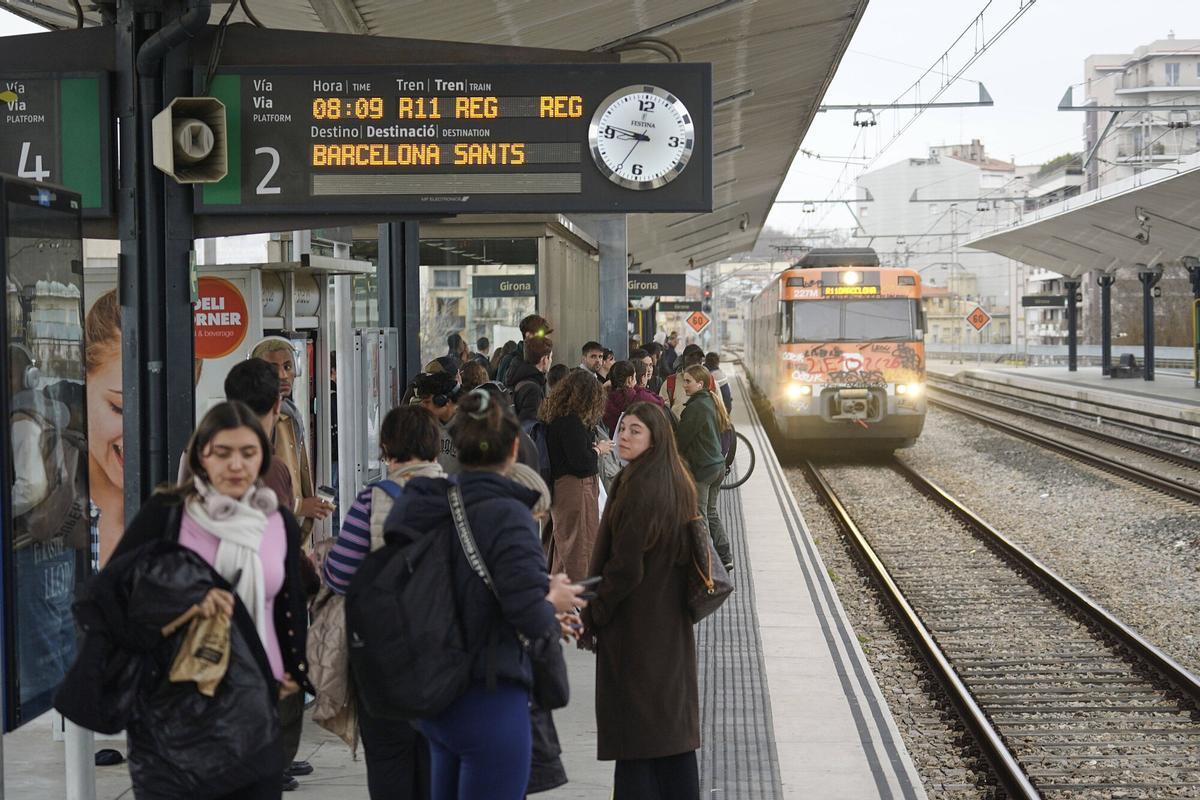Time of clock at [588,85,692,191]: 8:46
